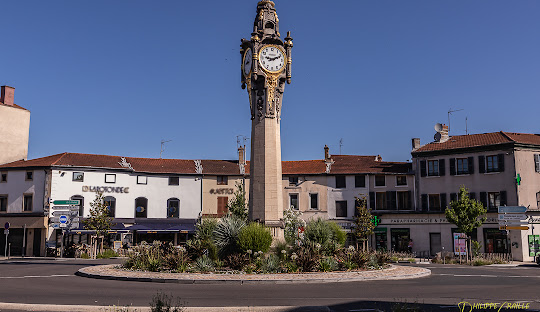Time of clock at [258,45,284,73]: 9:11
